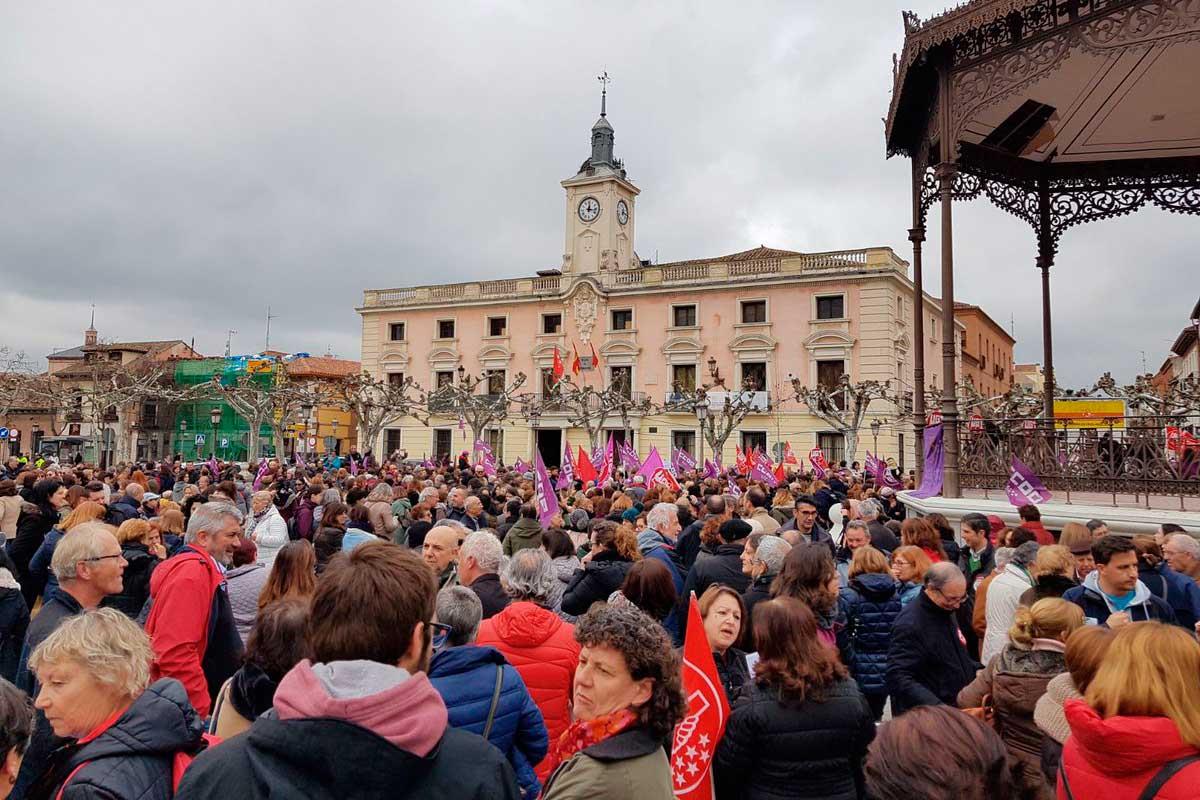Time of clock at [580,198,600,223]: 12:16
